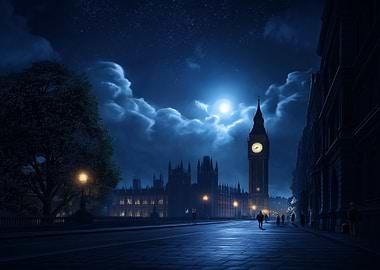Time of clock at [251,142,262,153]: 8:38
